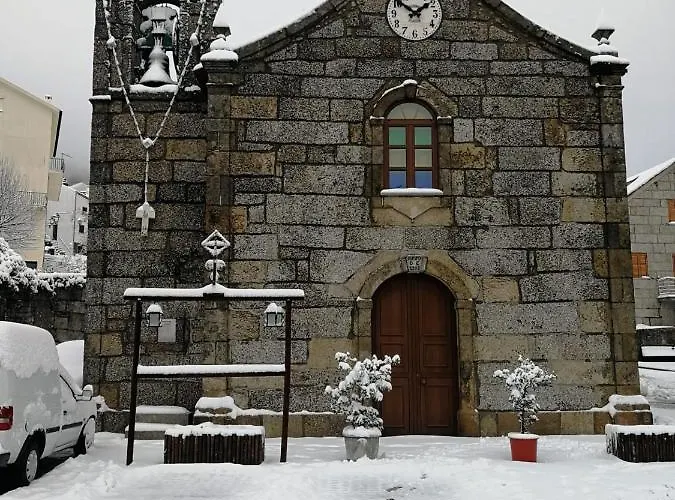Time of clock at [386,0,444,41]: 1:51
